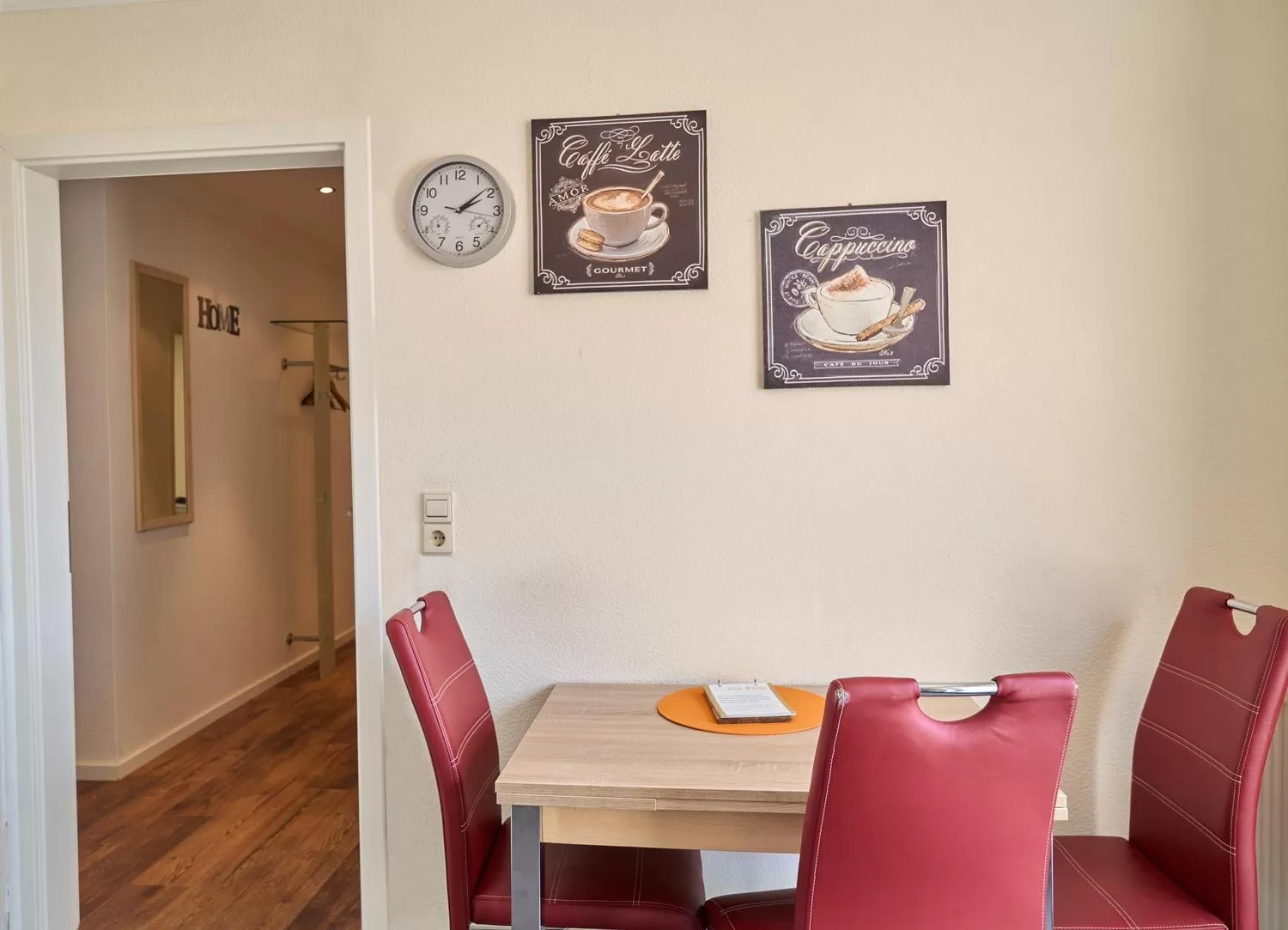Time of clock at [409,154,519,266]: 2:08
